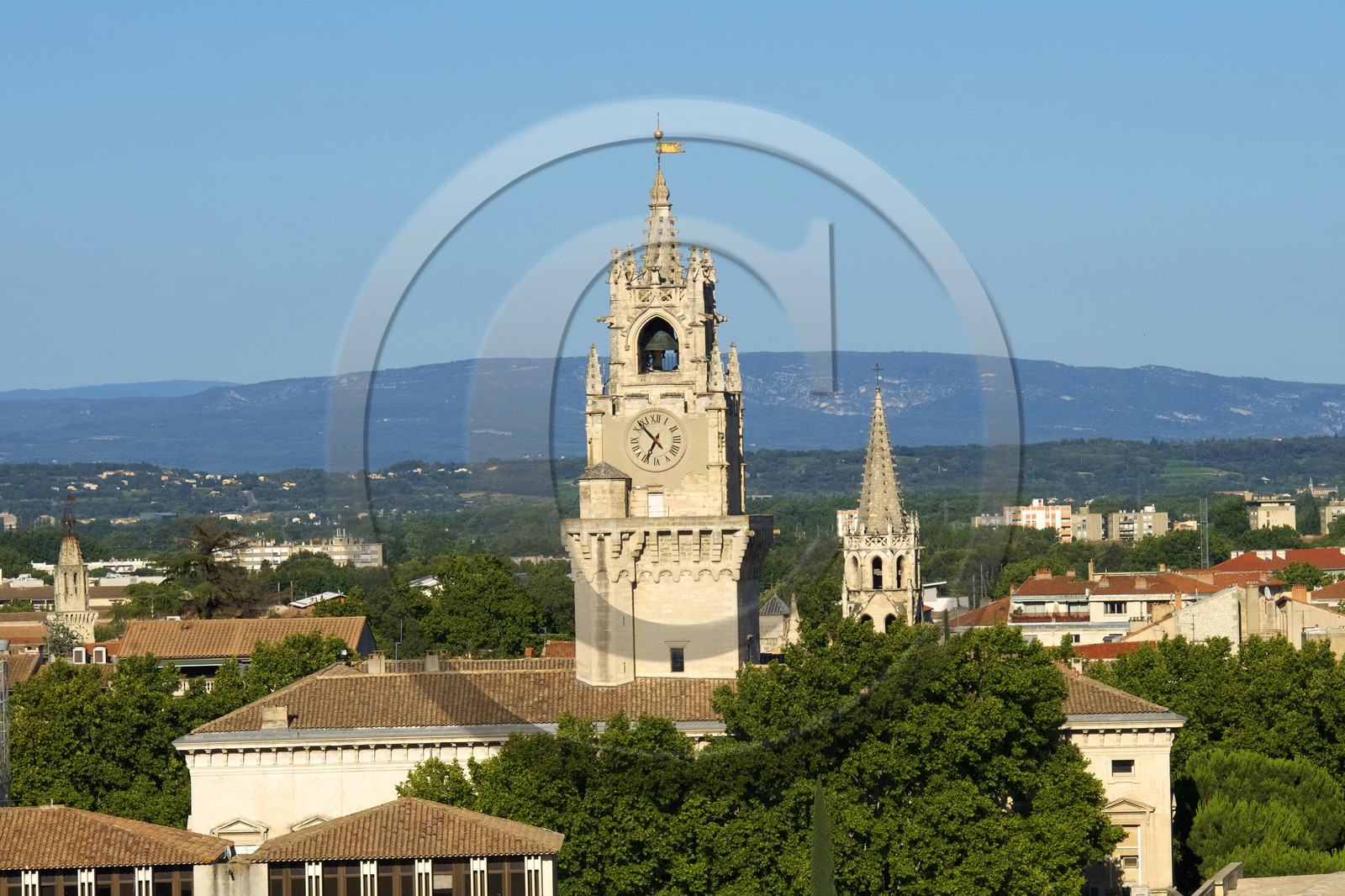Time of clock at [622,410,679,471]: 6:52
